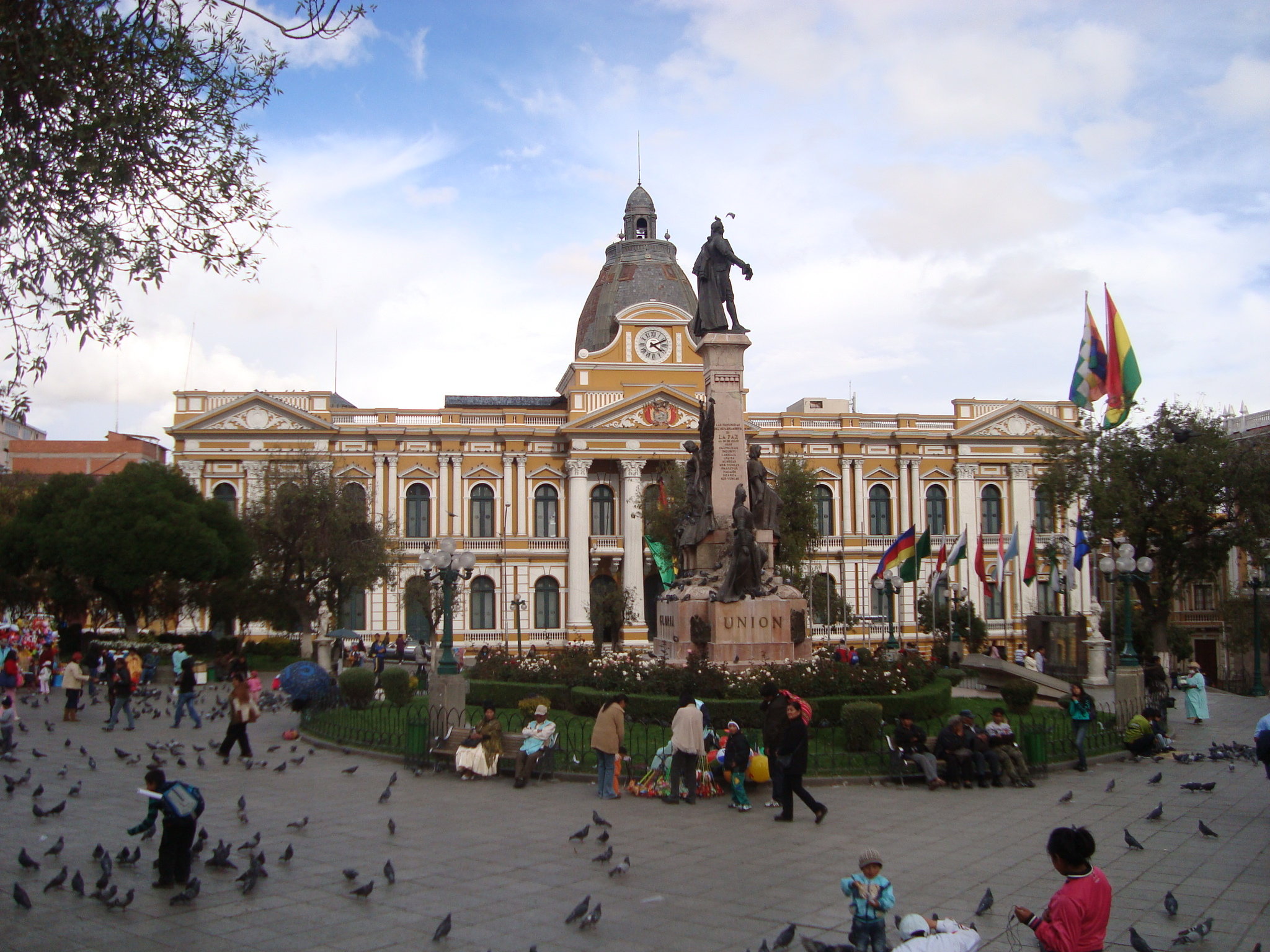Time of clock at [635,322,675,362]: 4:10
